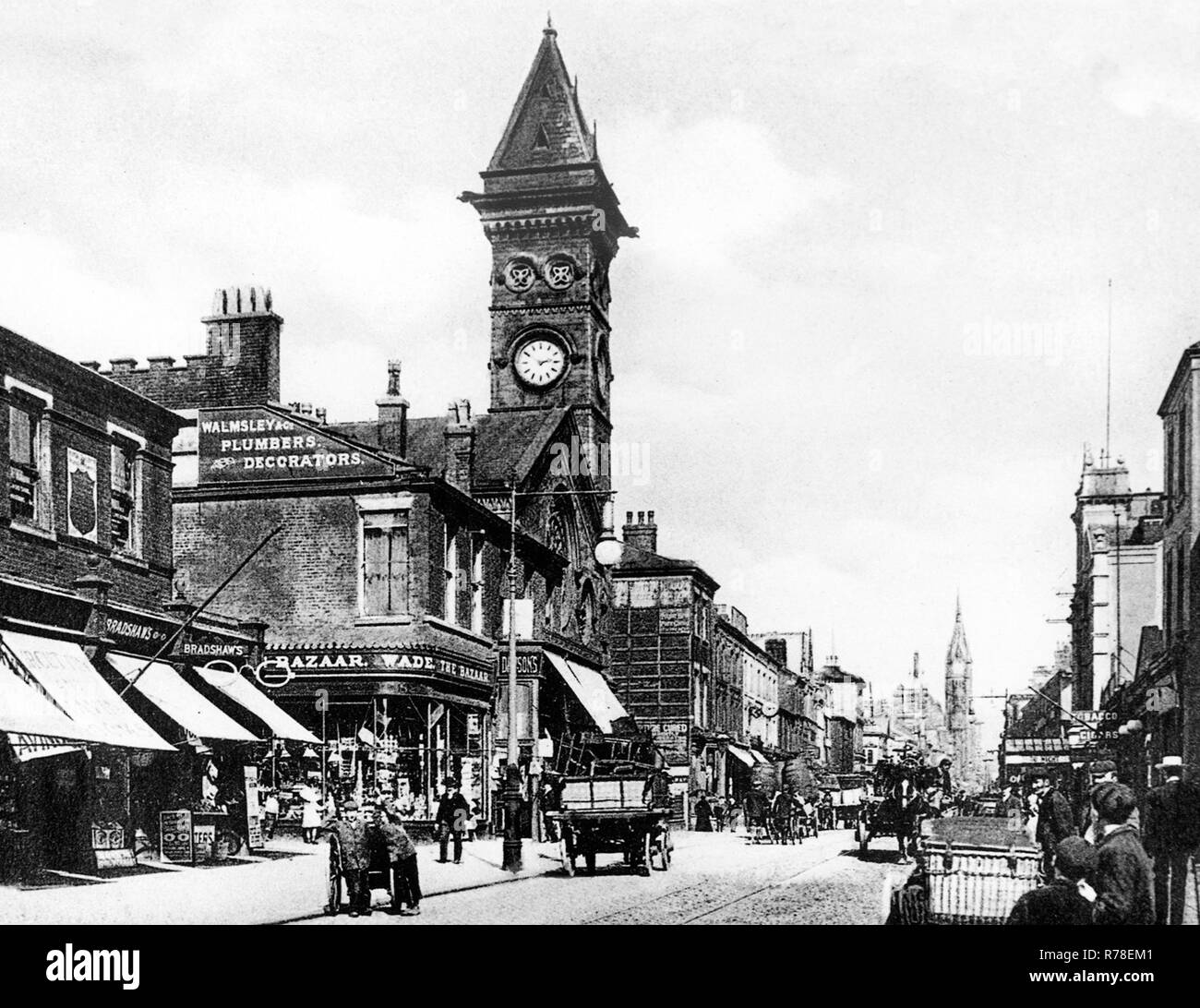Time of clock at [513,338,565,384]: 2:49
